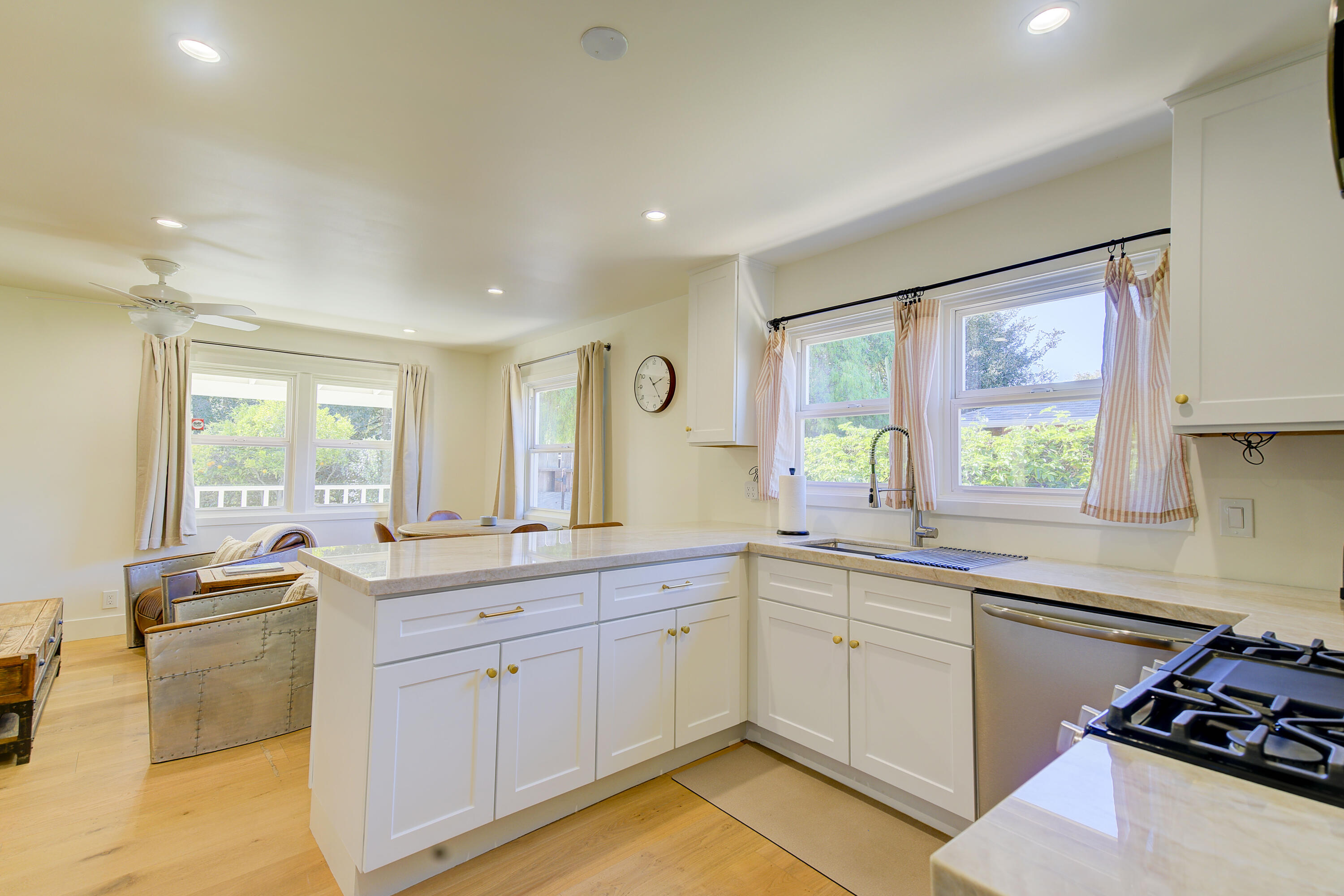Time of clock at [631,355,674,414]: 2:24
